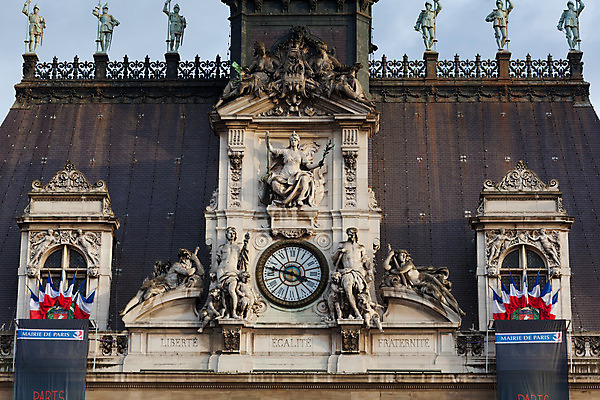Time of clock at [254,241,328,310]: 3:47
